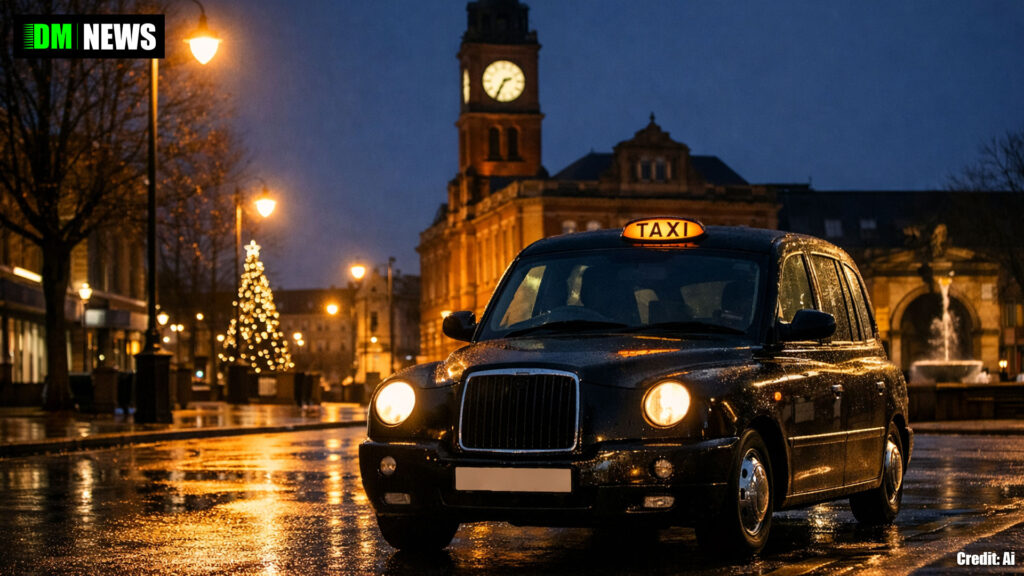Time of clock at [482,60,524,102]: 2:34
